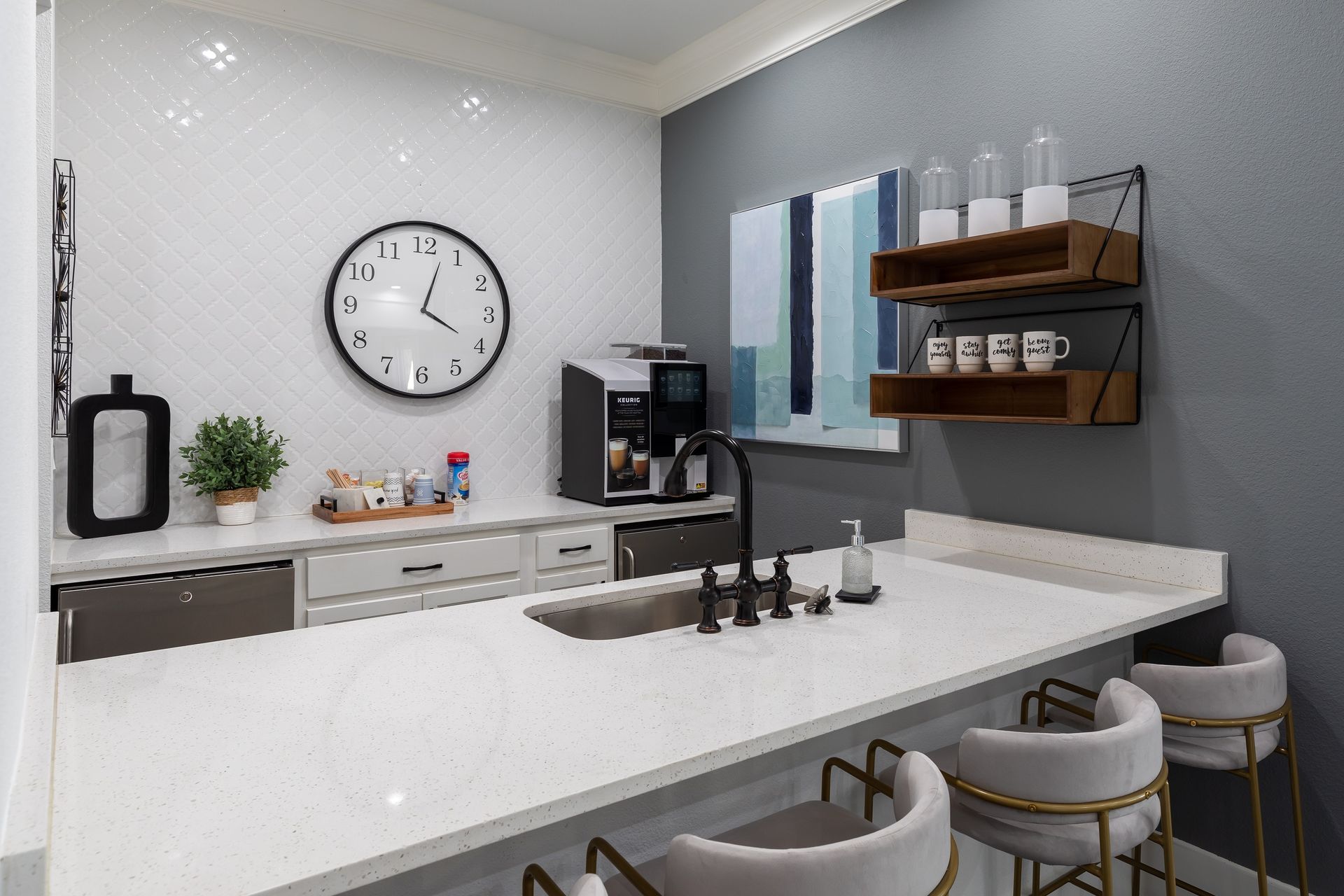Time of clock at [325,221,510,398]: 4:02
